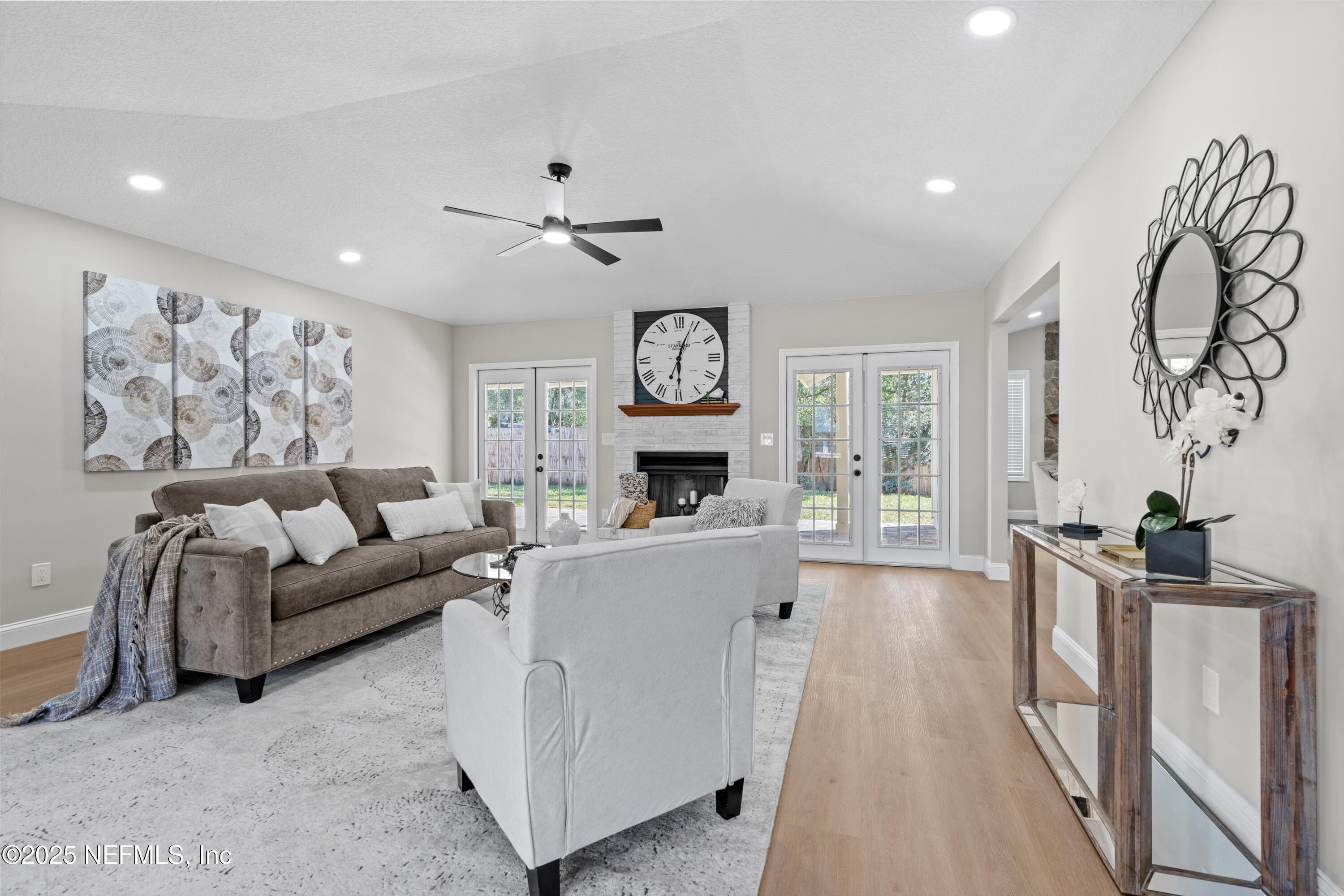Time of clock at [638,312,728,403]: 6:03
